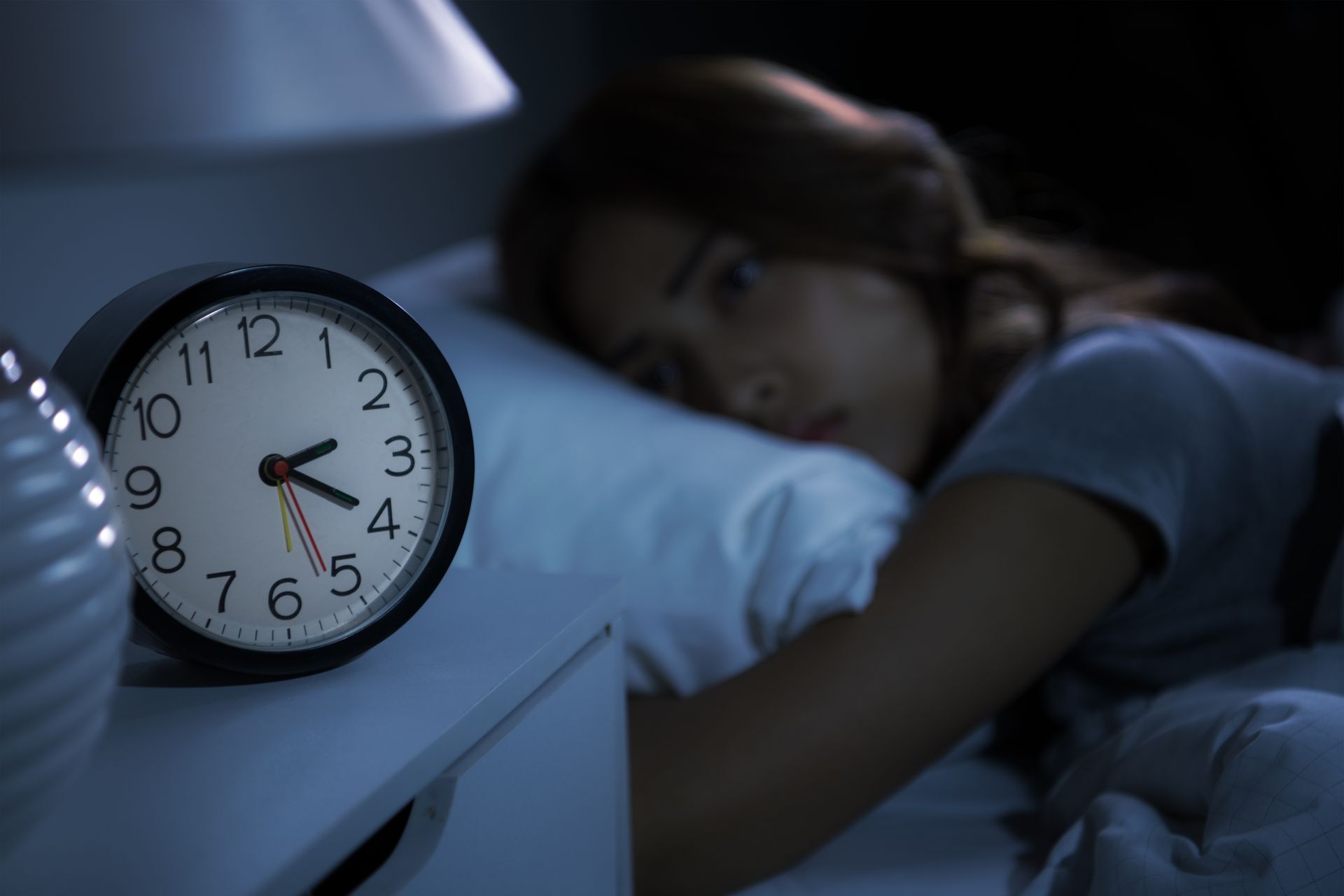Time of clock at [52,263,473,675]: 2:19
